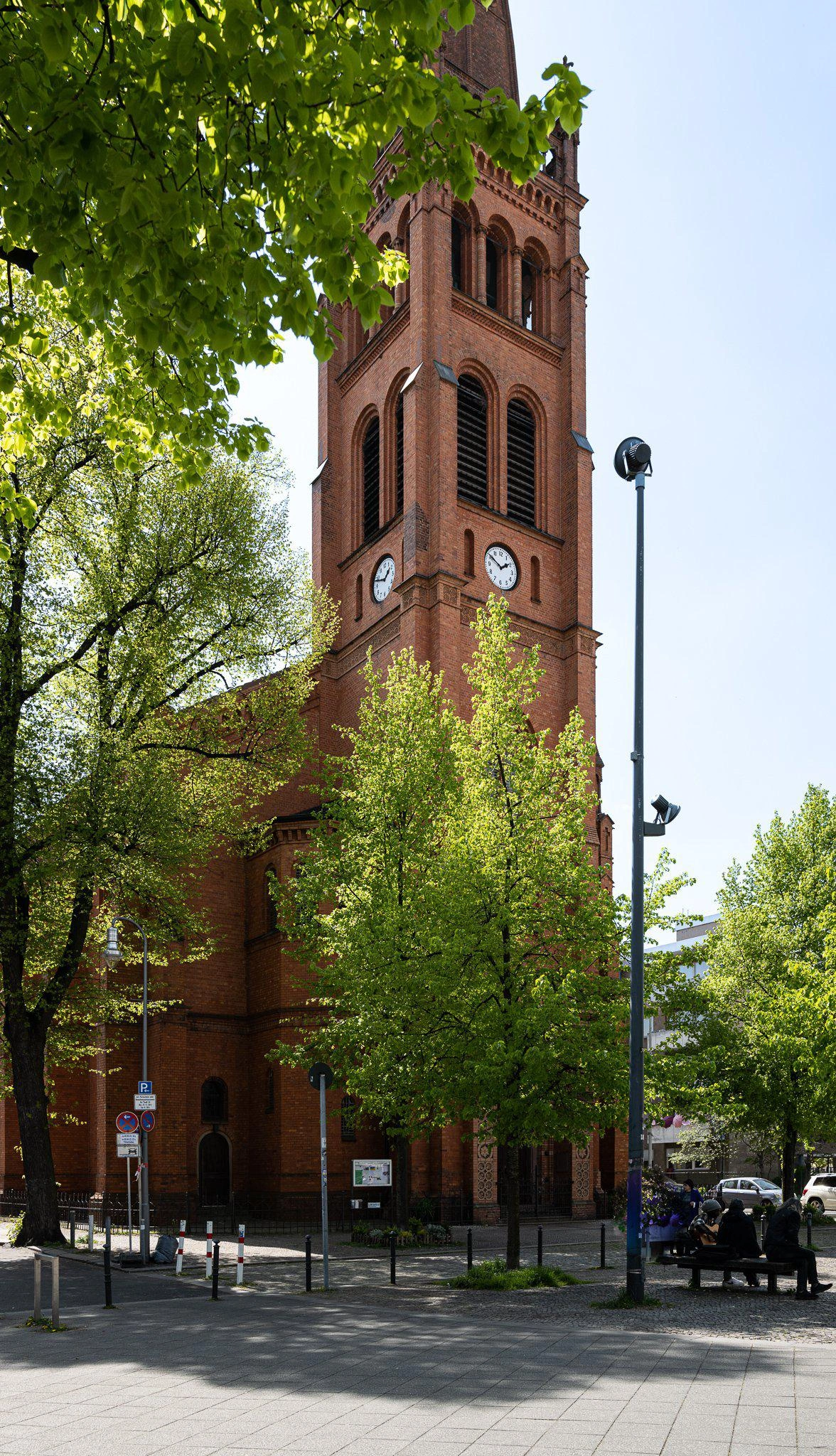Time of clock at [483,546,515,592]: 1:50
